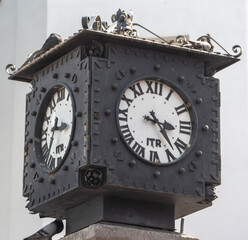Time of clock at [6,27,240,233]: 3:22
